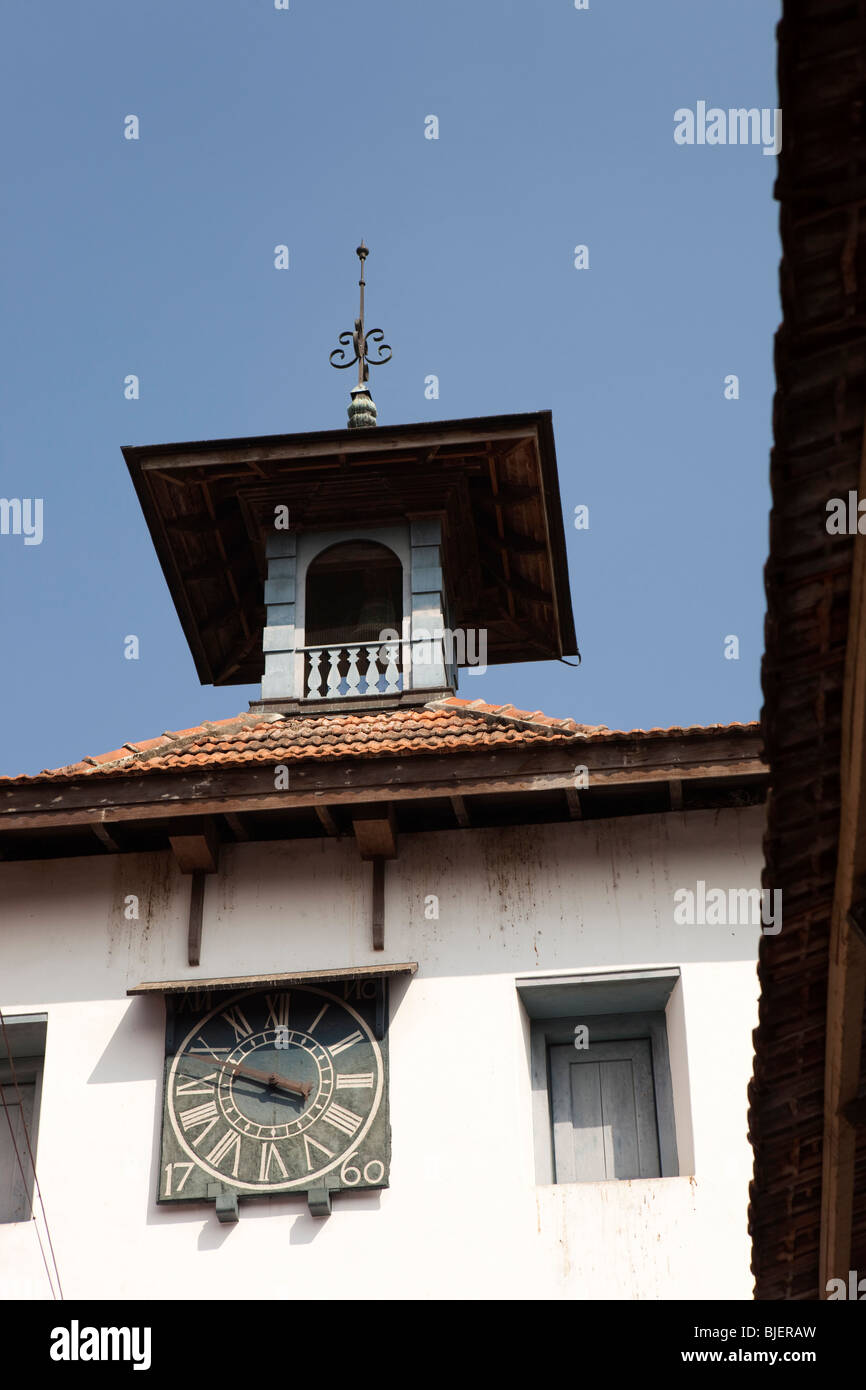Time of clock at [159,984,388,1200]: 3:47
